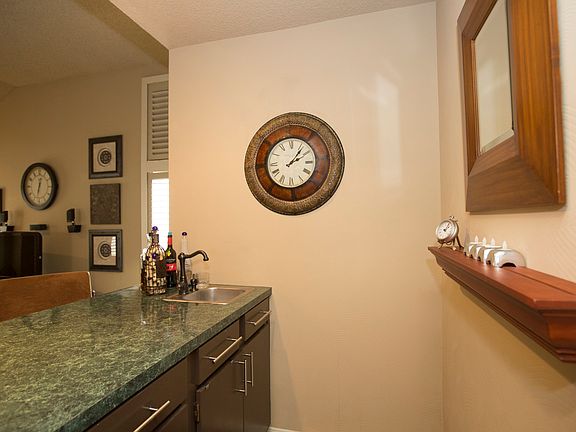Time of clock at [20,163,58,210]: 12:32
